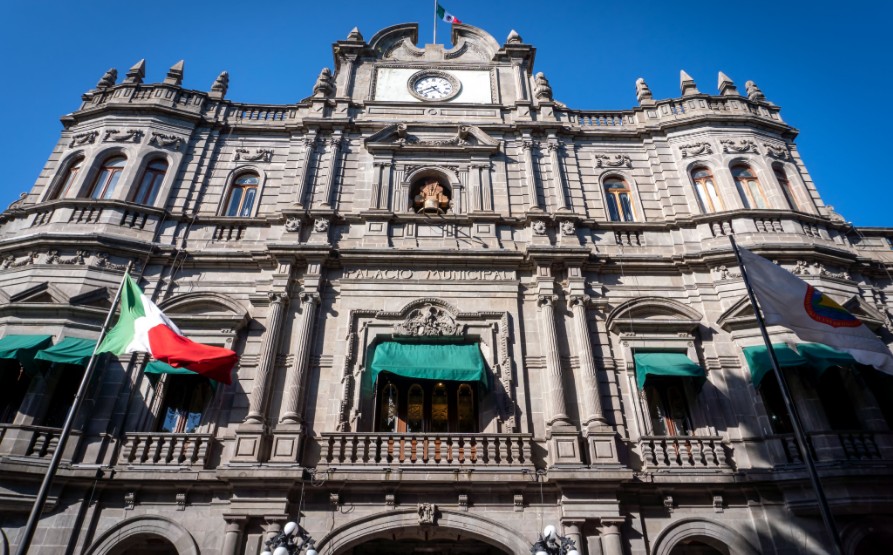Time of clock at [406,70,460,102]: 4:40
